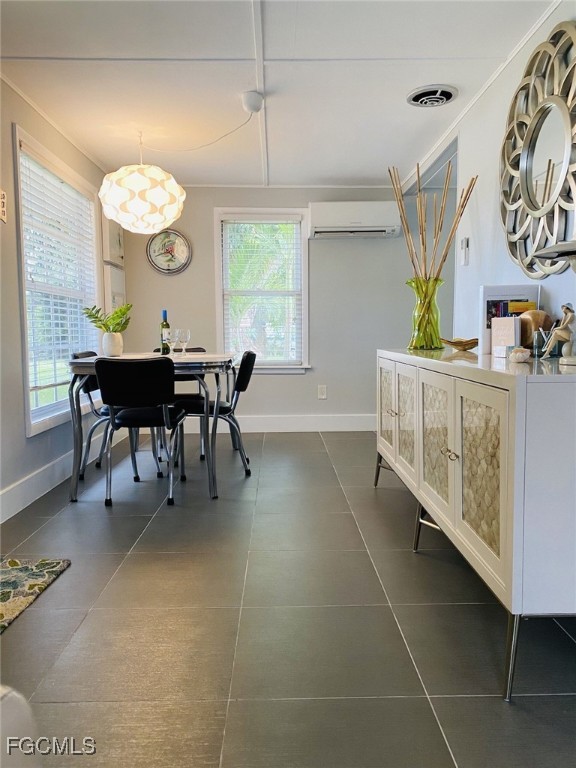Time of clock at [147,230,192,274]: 4:42
